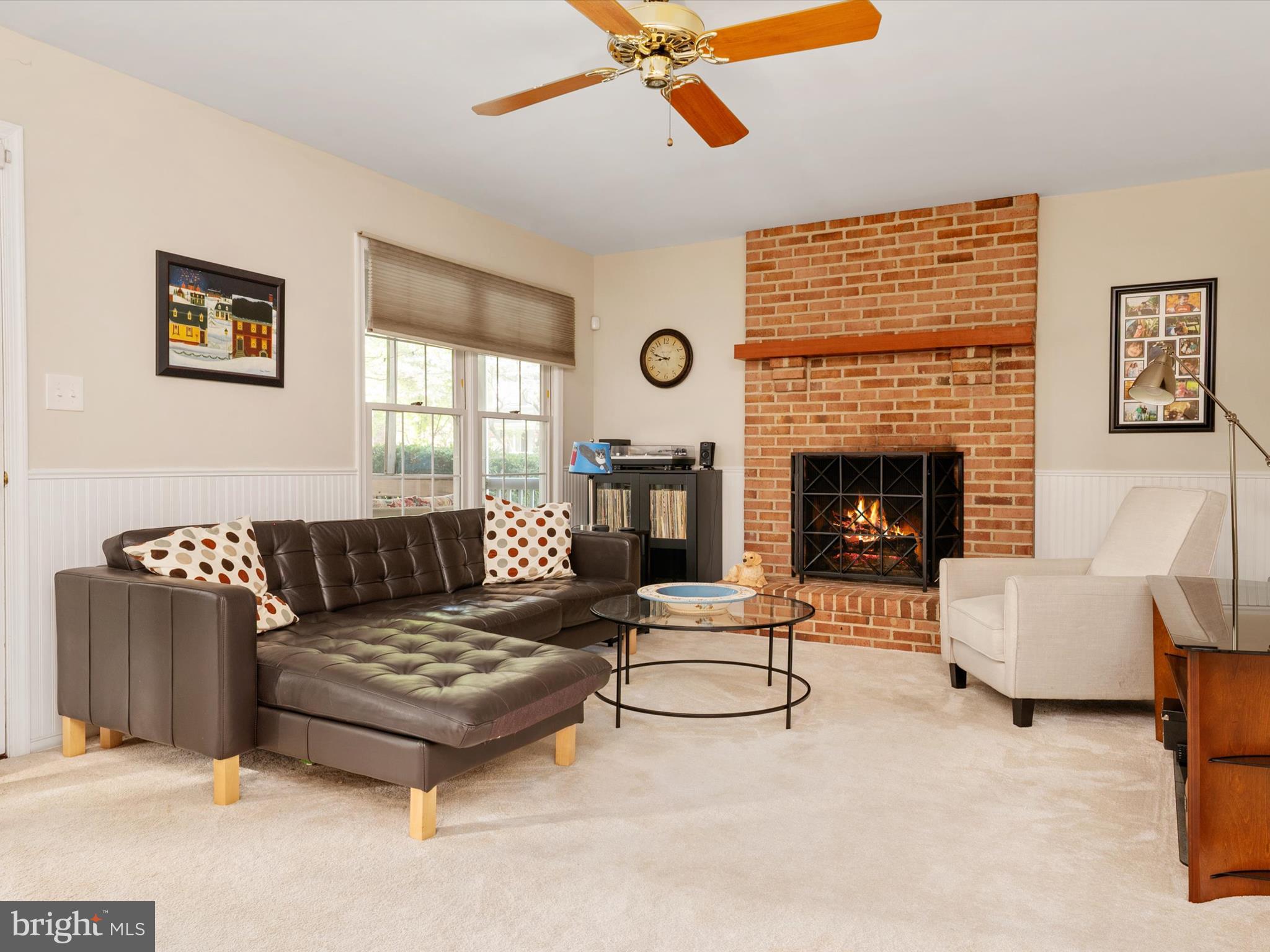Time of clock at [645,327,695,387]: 8:48
